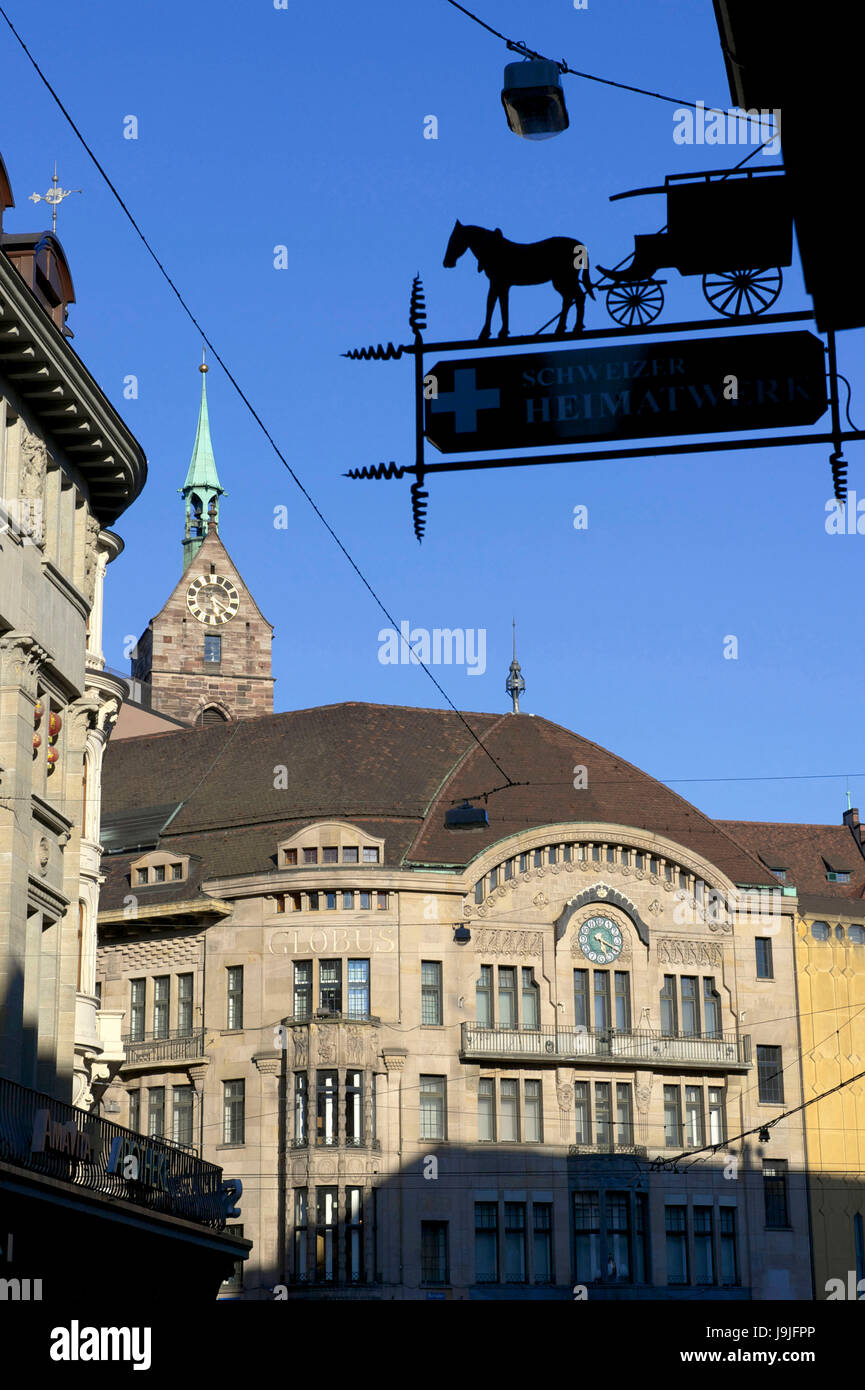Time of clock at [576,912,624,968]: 5:19
